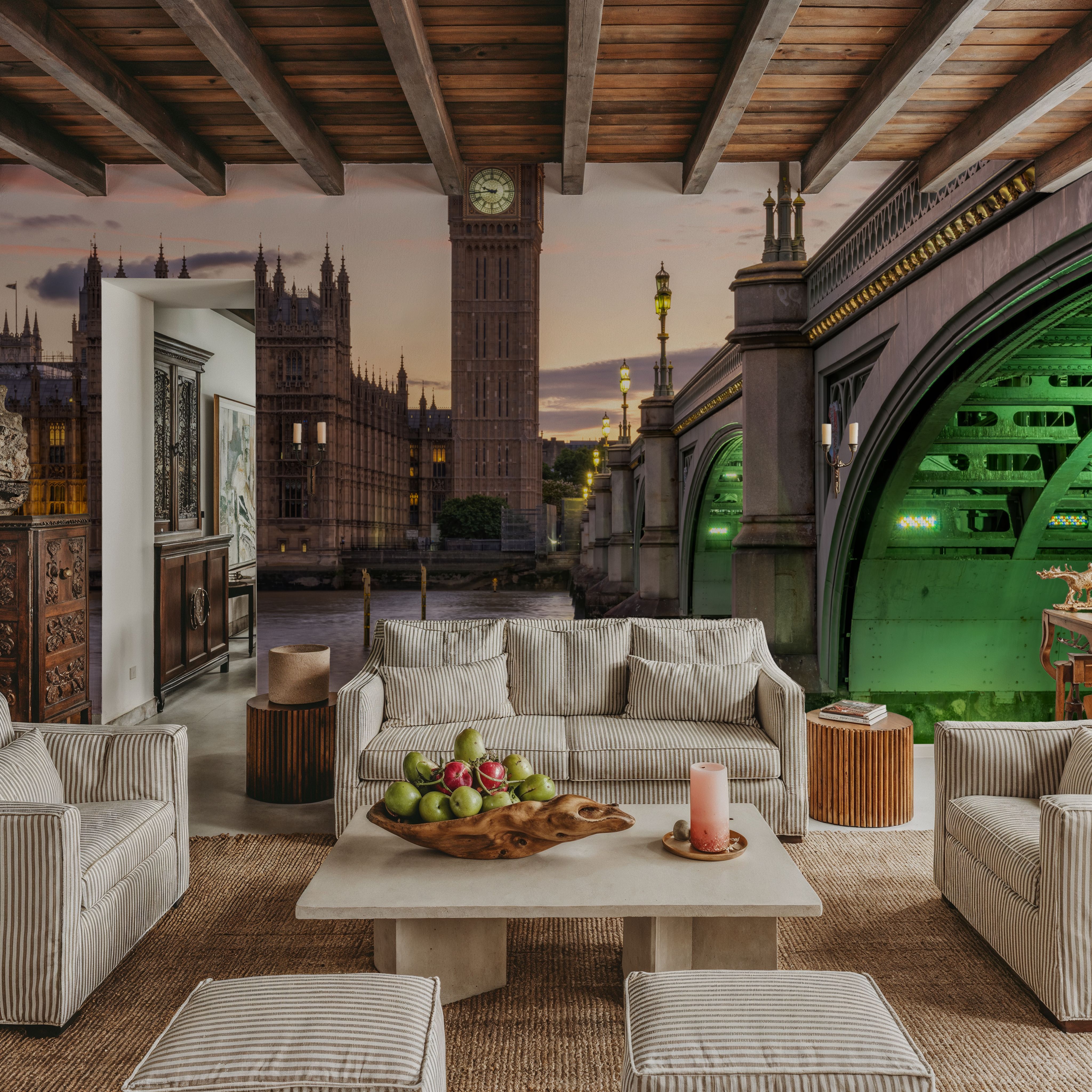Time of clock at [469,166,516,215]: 9:43
